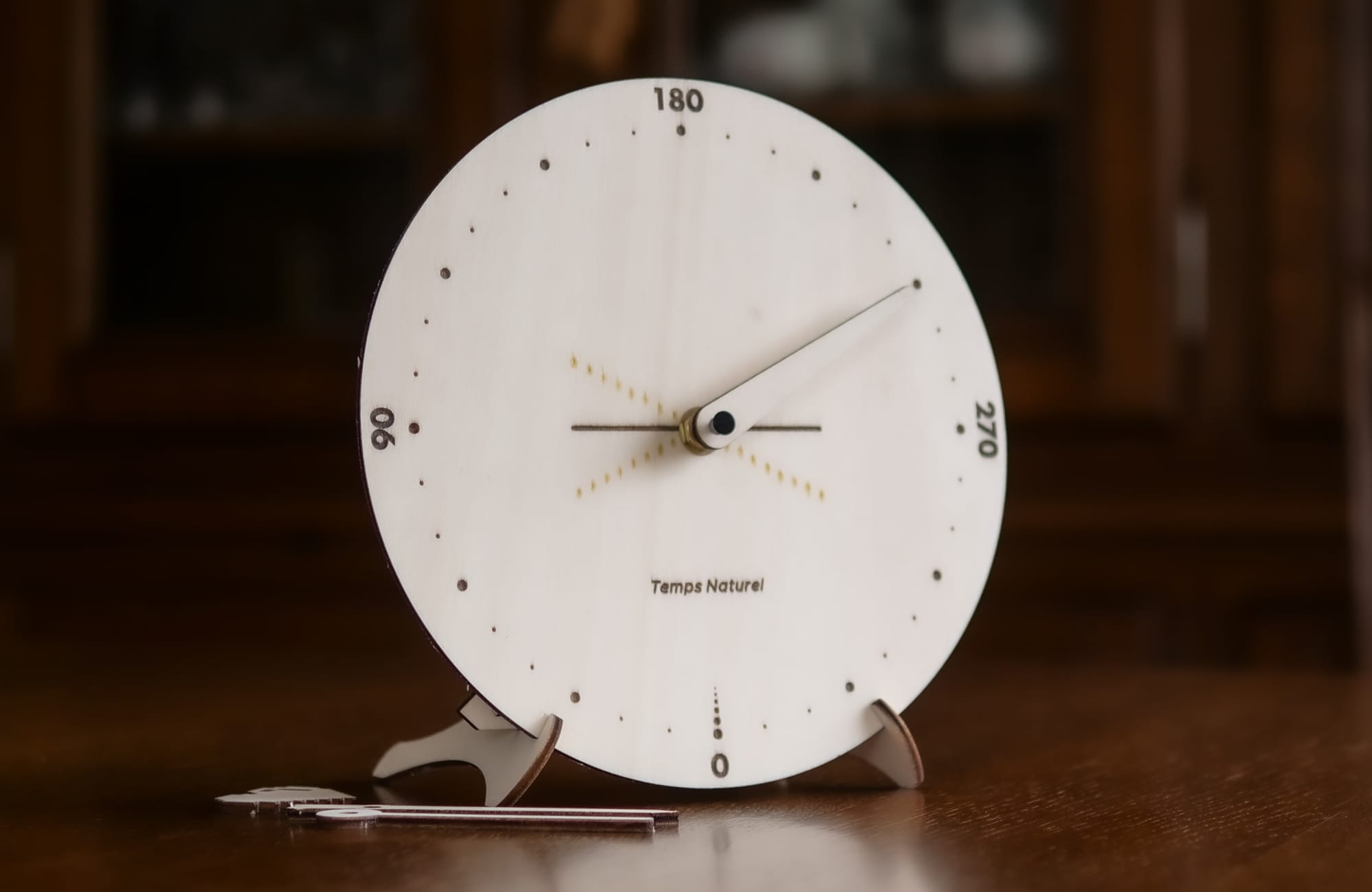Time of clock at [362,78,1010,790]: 8:09
